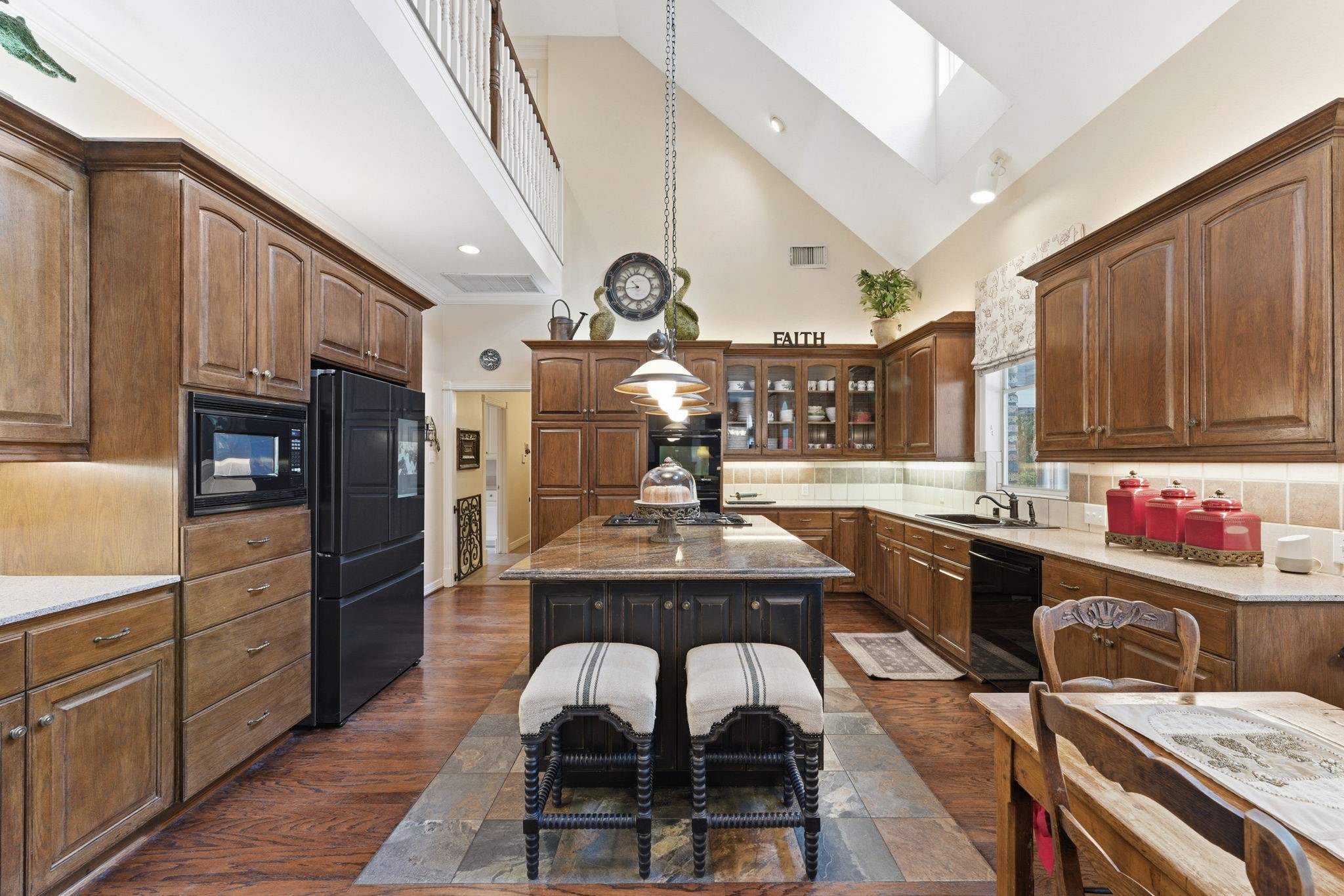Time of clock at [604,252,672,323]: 10:43
